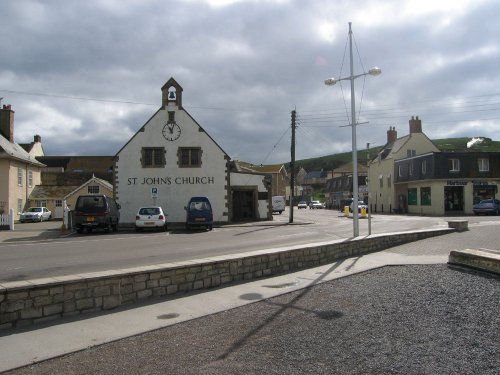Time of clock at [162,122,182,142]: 11:02
